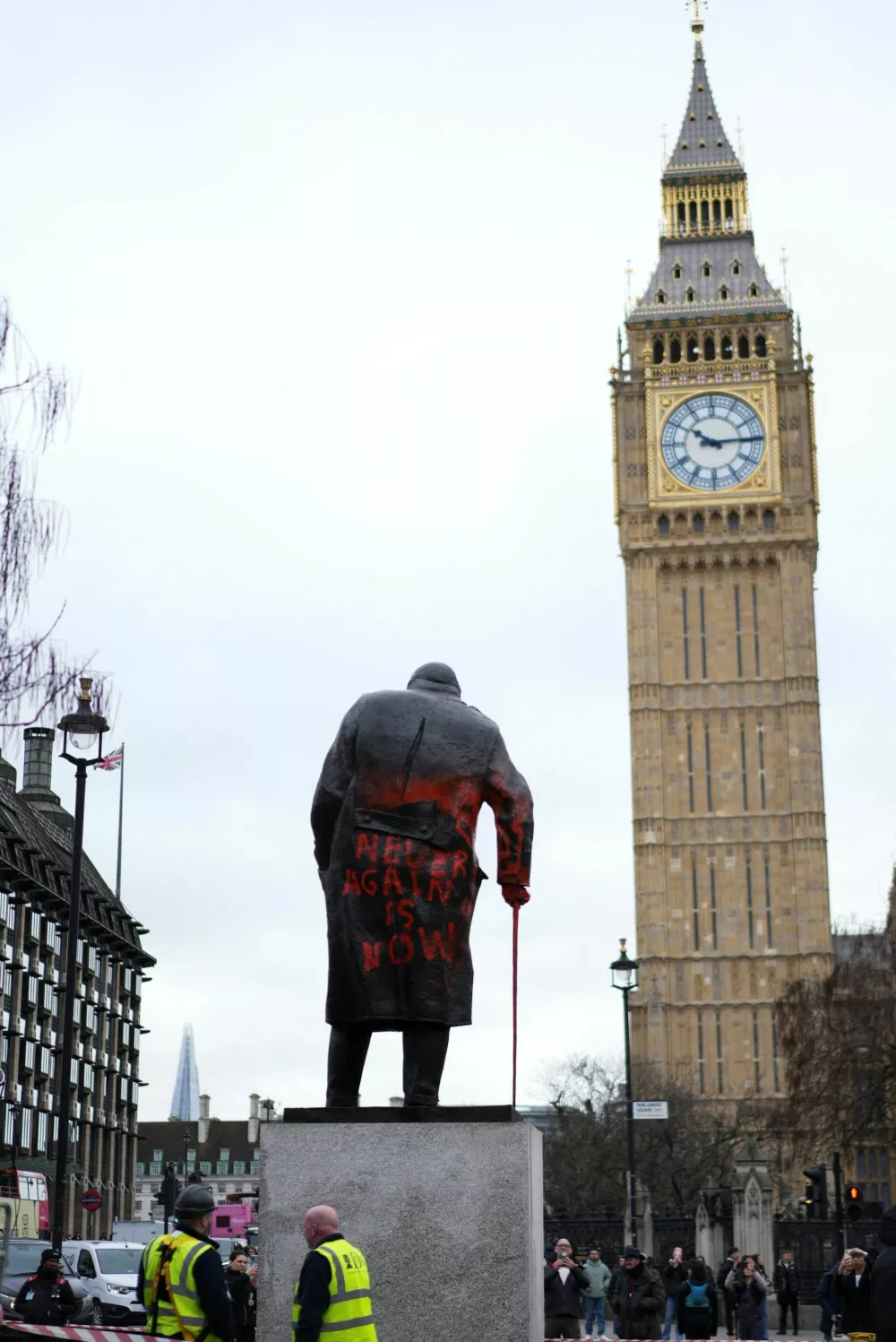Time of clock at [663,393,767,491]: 10:14
